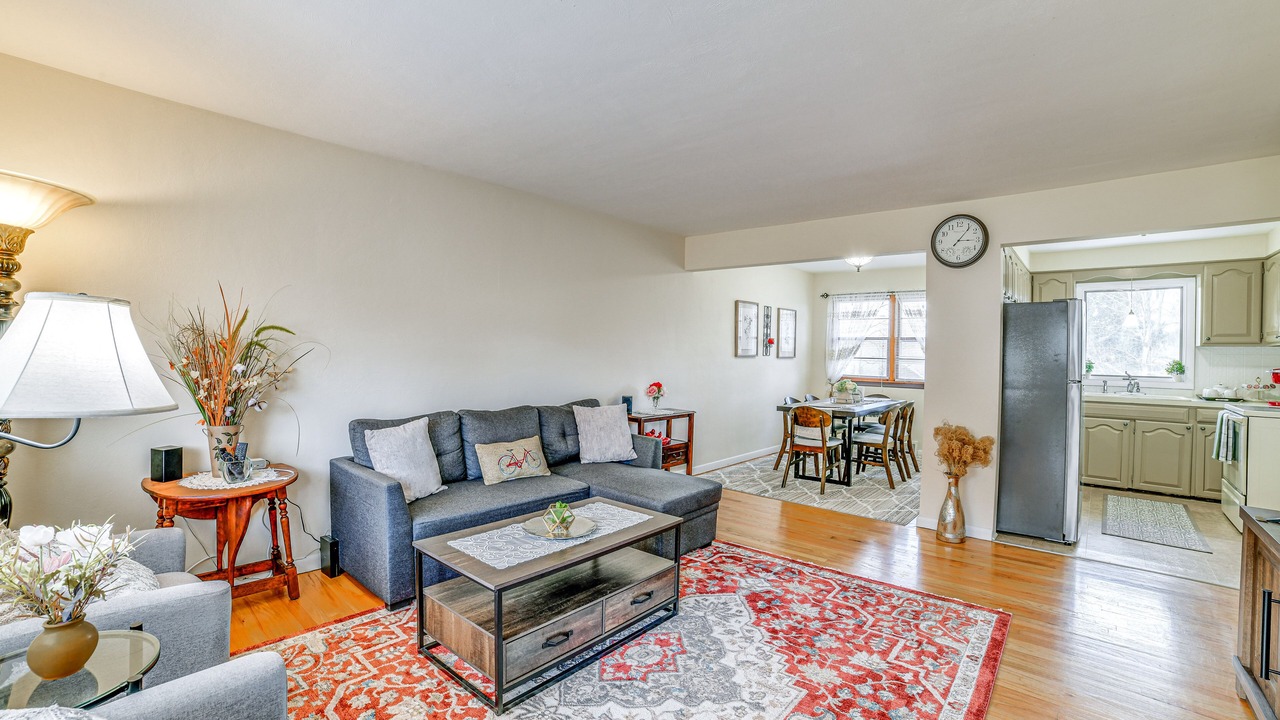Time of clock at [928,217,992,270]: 3:06
